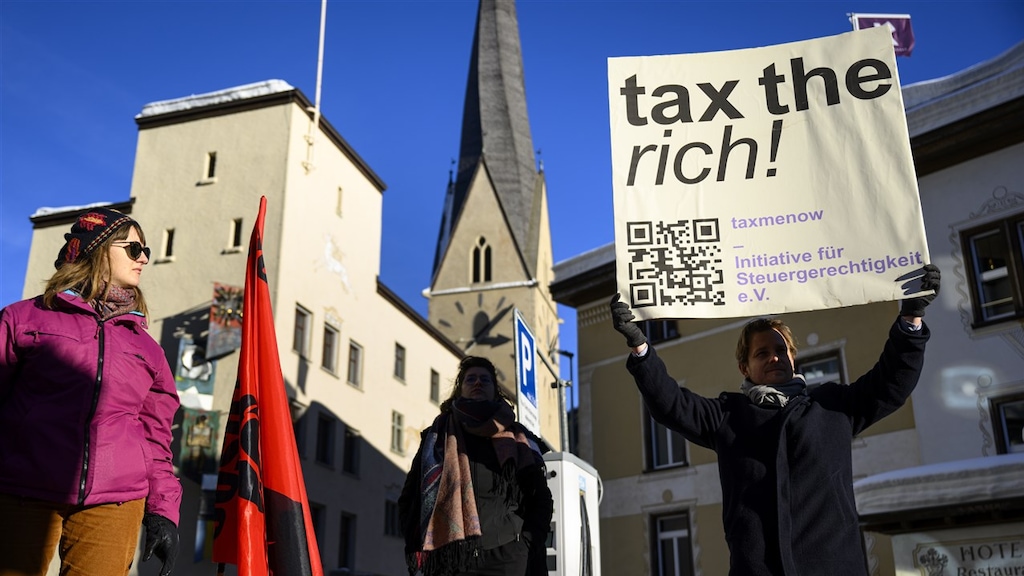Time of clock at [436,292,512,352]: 3:07
